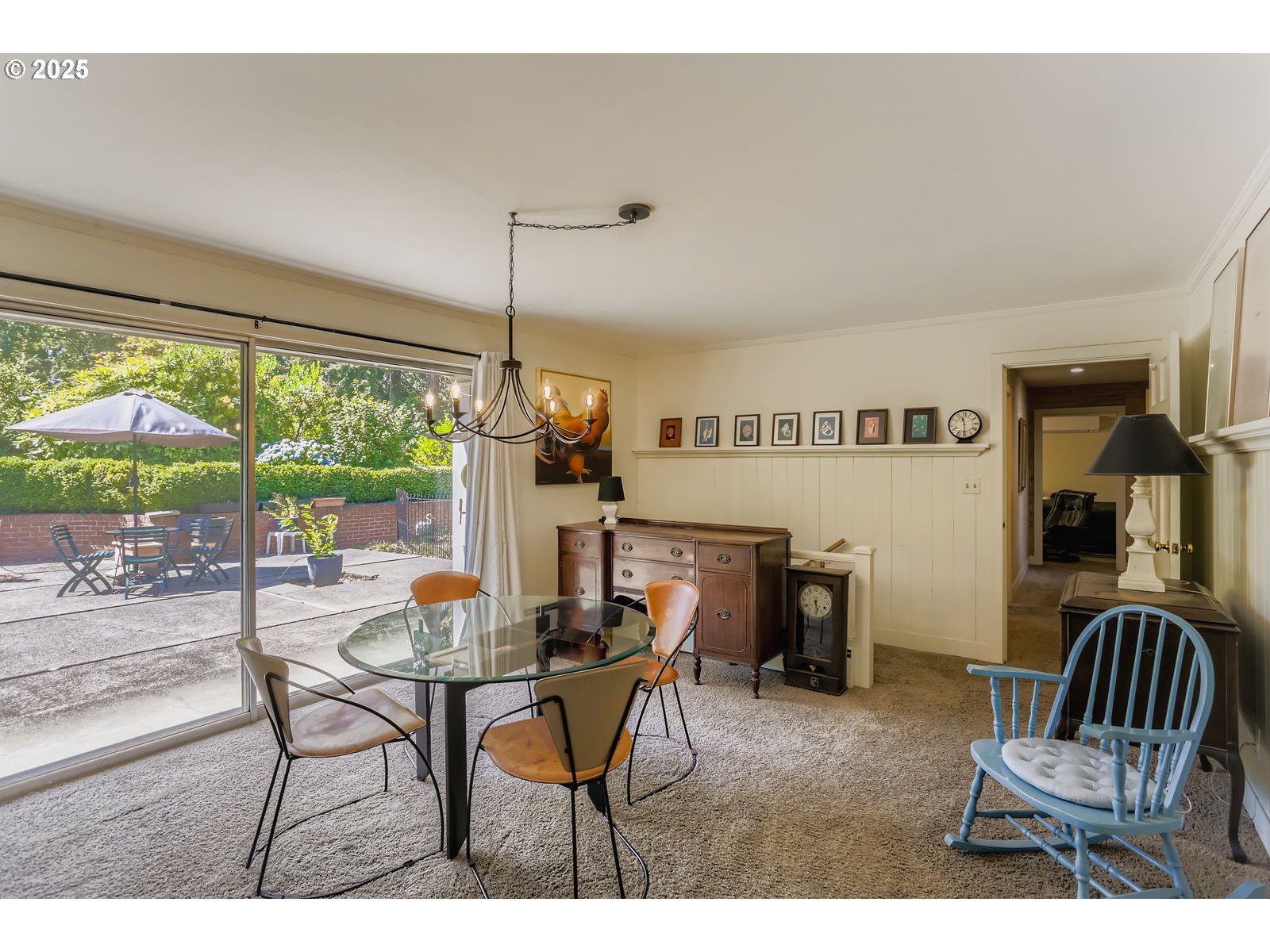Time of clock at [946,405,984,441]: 11:30
